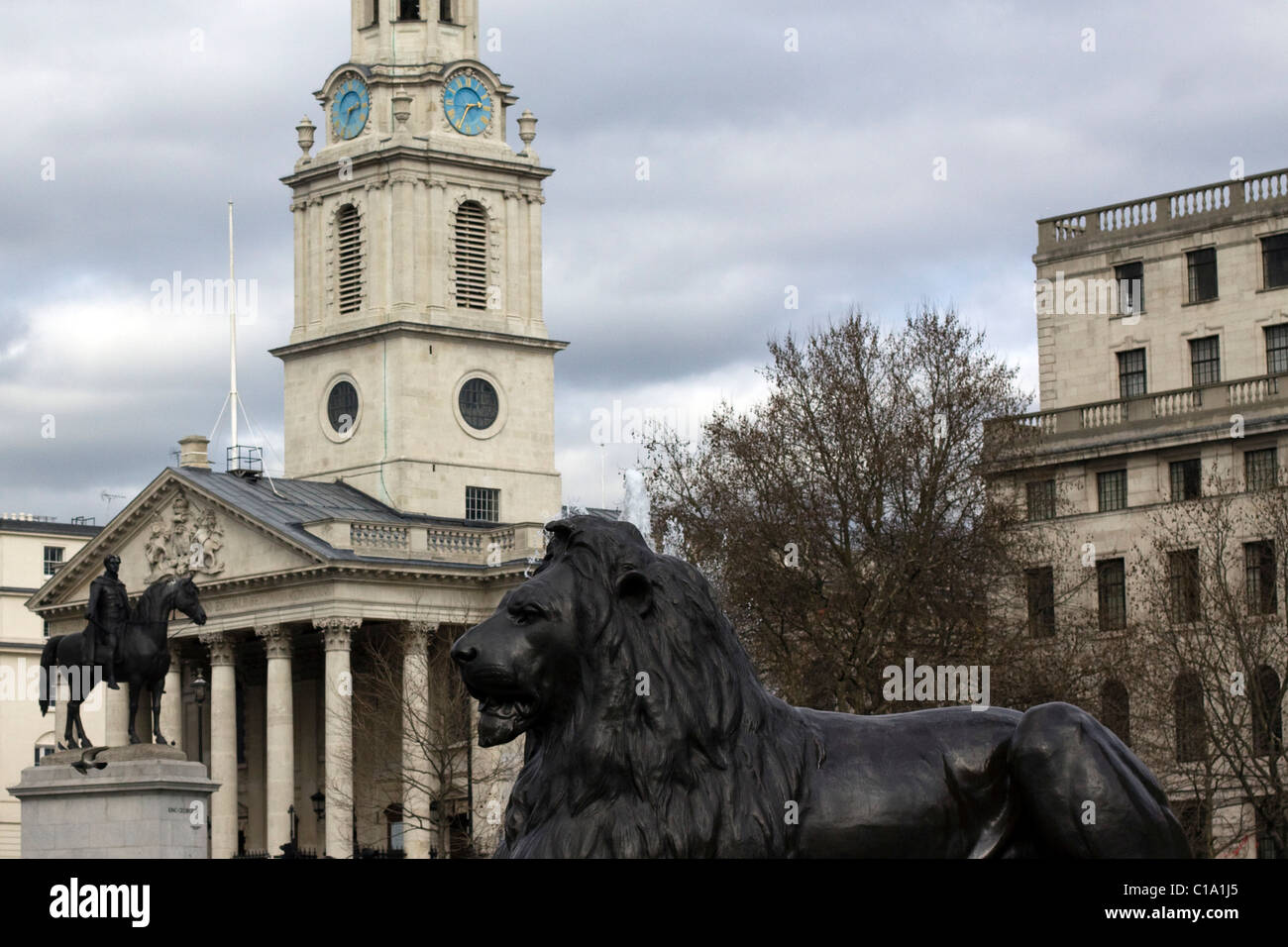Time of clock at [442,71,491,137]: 2:34
